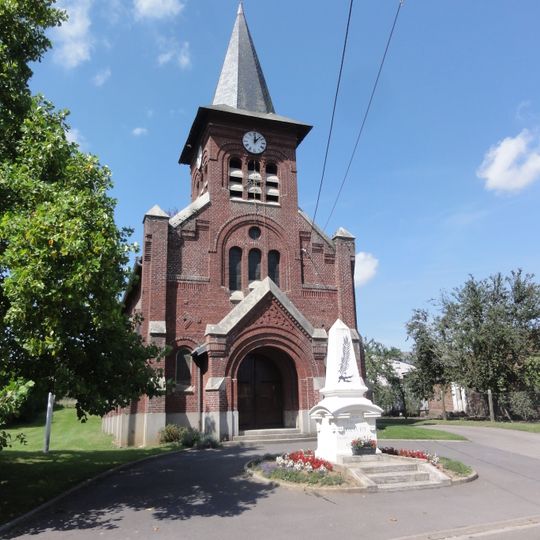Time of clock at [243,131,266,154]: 12:07
